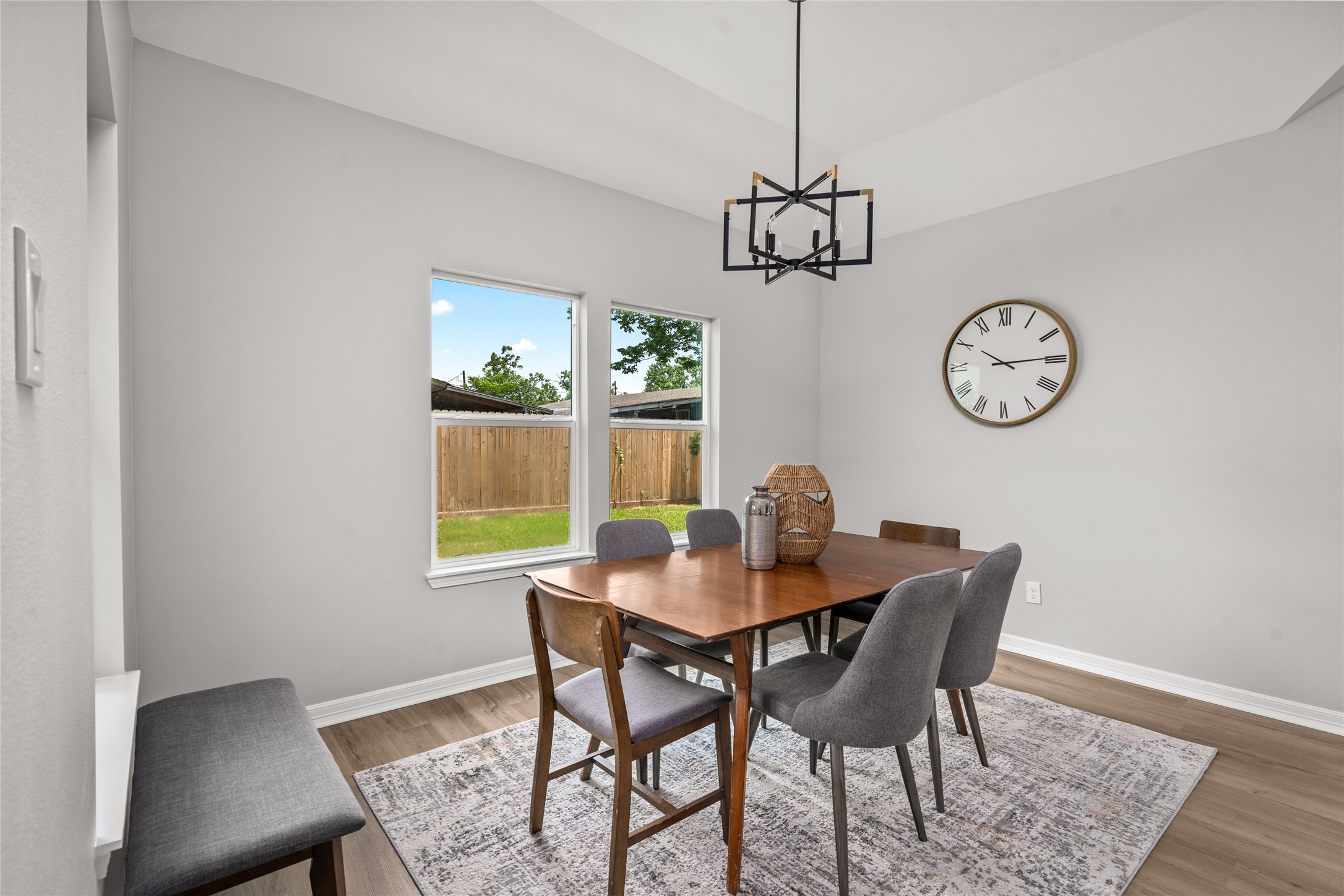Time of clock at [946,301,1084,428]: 10:14
